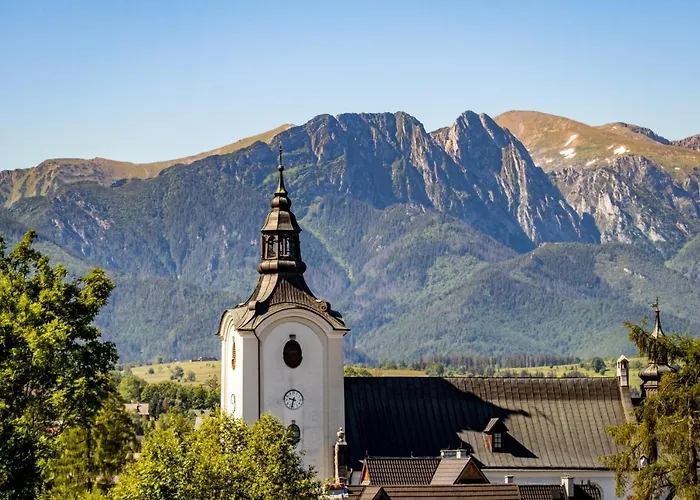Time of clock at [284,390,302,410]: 9:33
